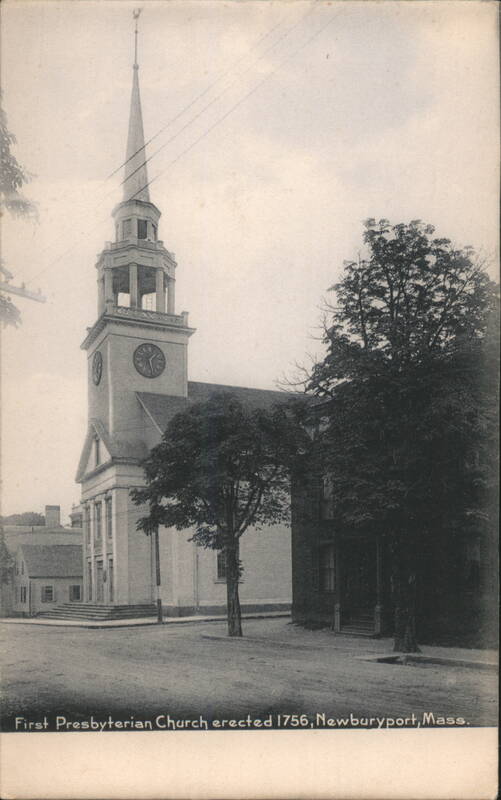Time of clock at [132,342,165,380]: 1:28
